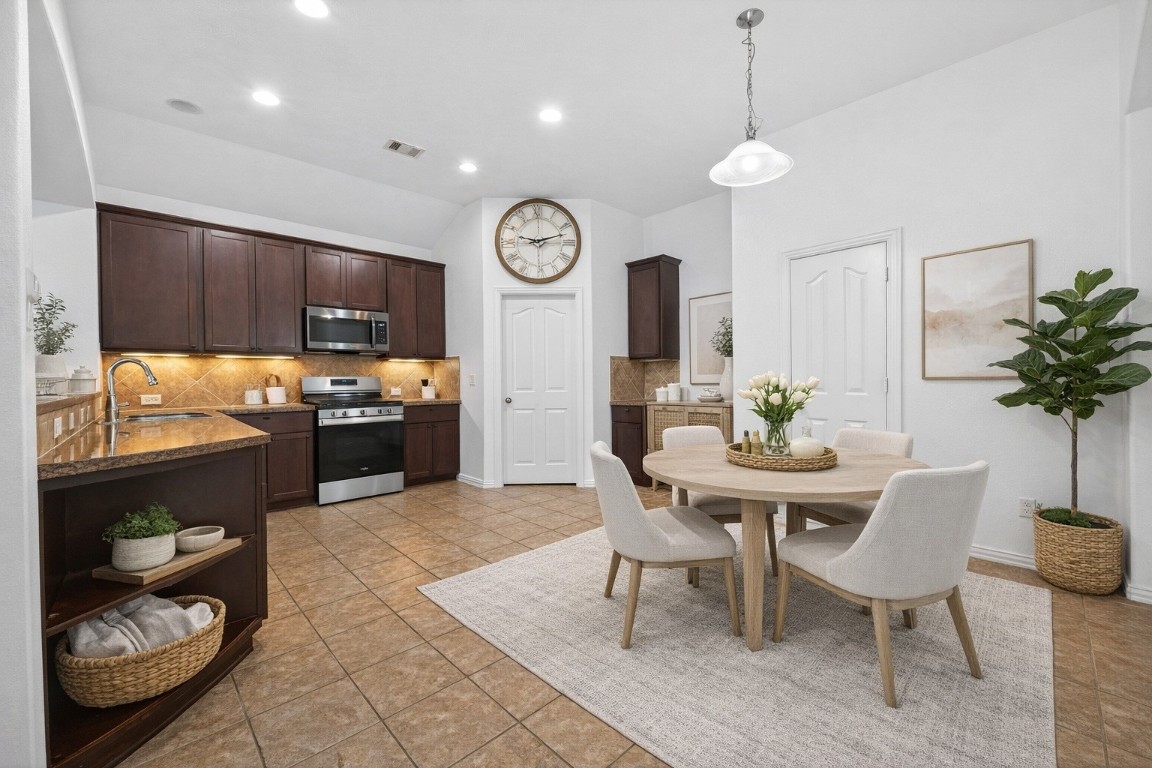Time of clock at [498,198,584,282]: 9:12
